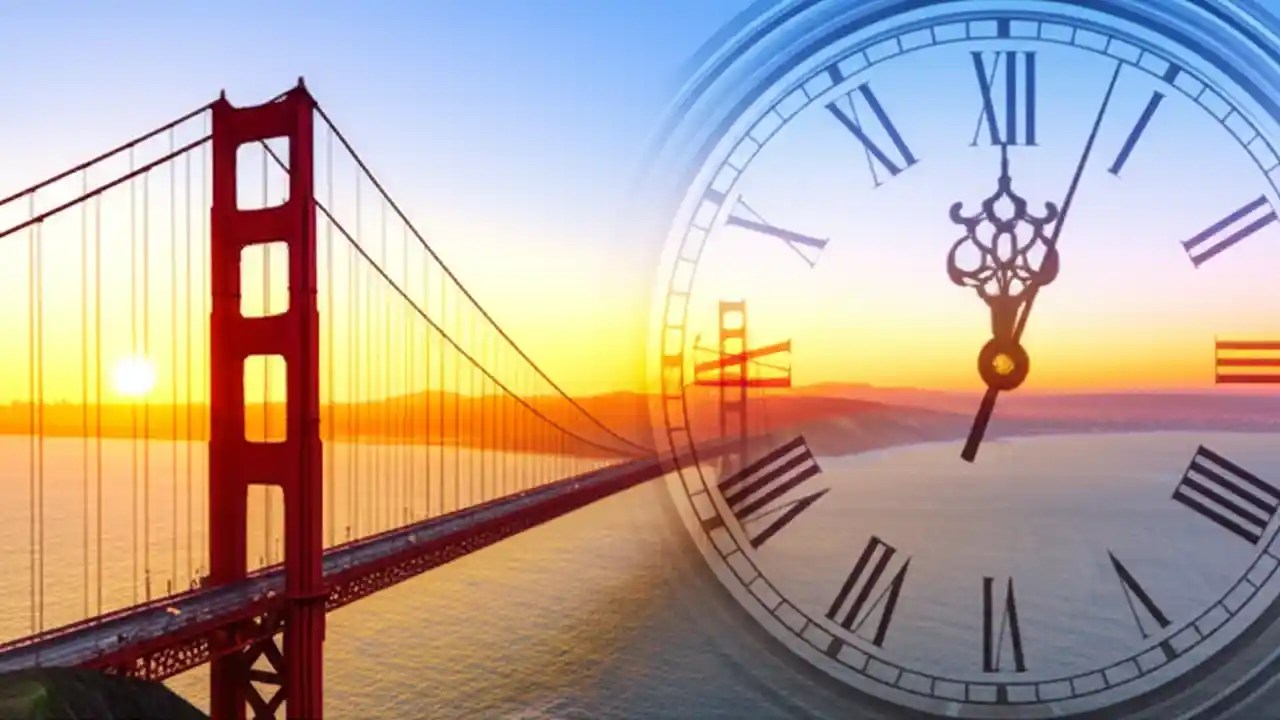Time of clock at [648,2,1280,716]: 12:03
